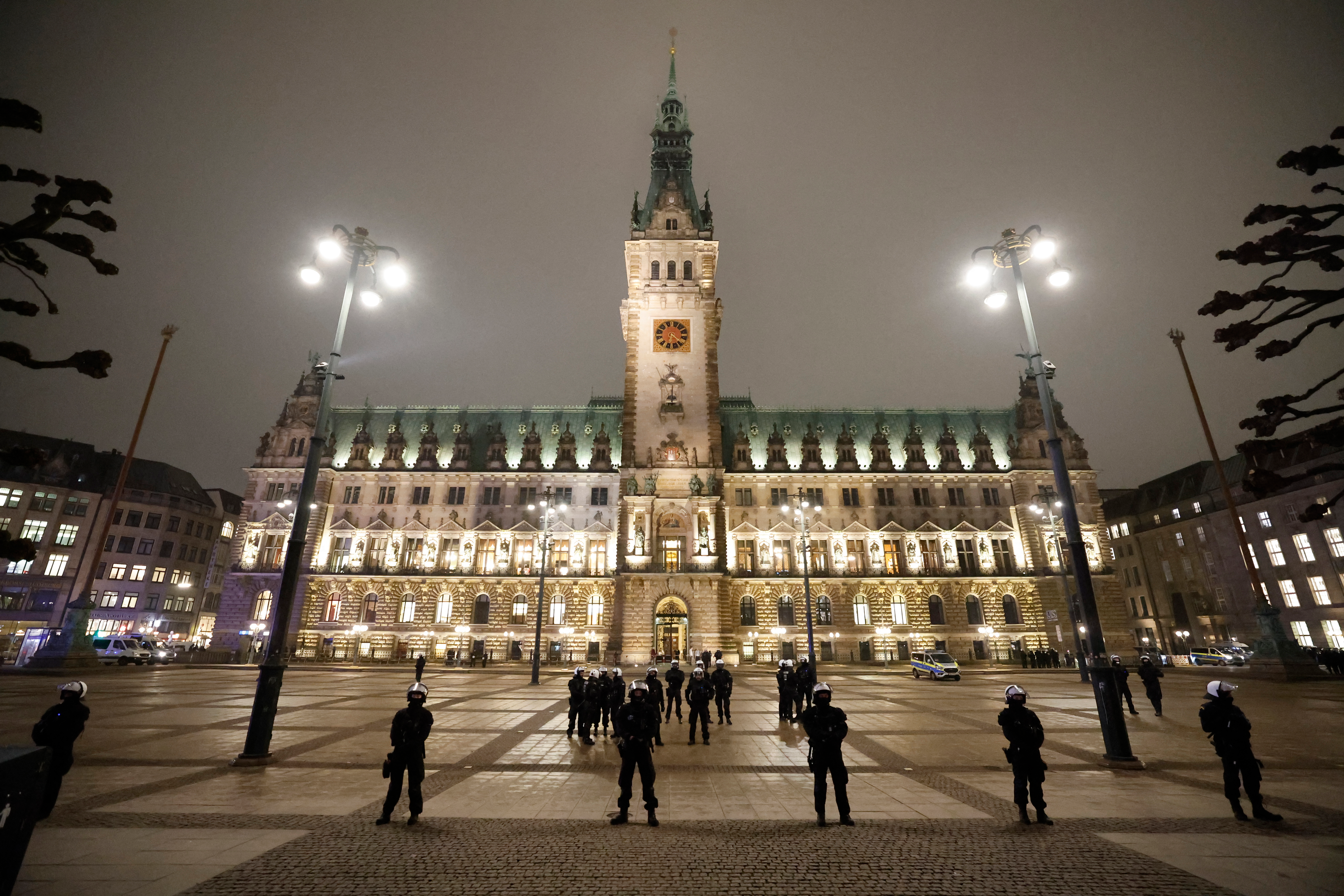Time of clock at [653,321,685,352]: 4:21
